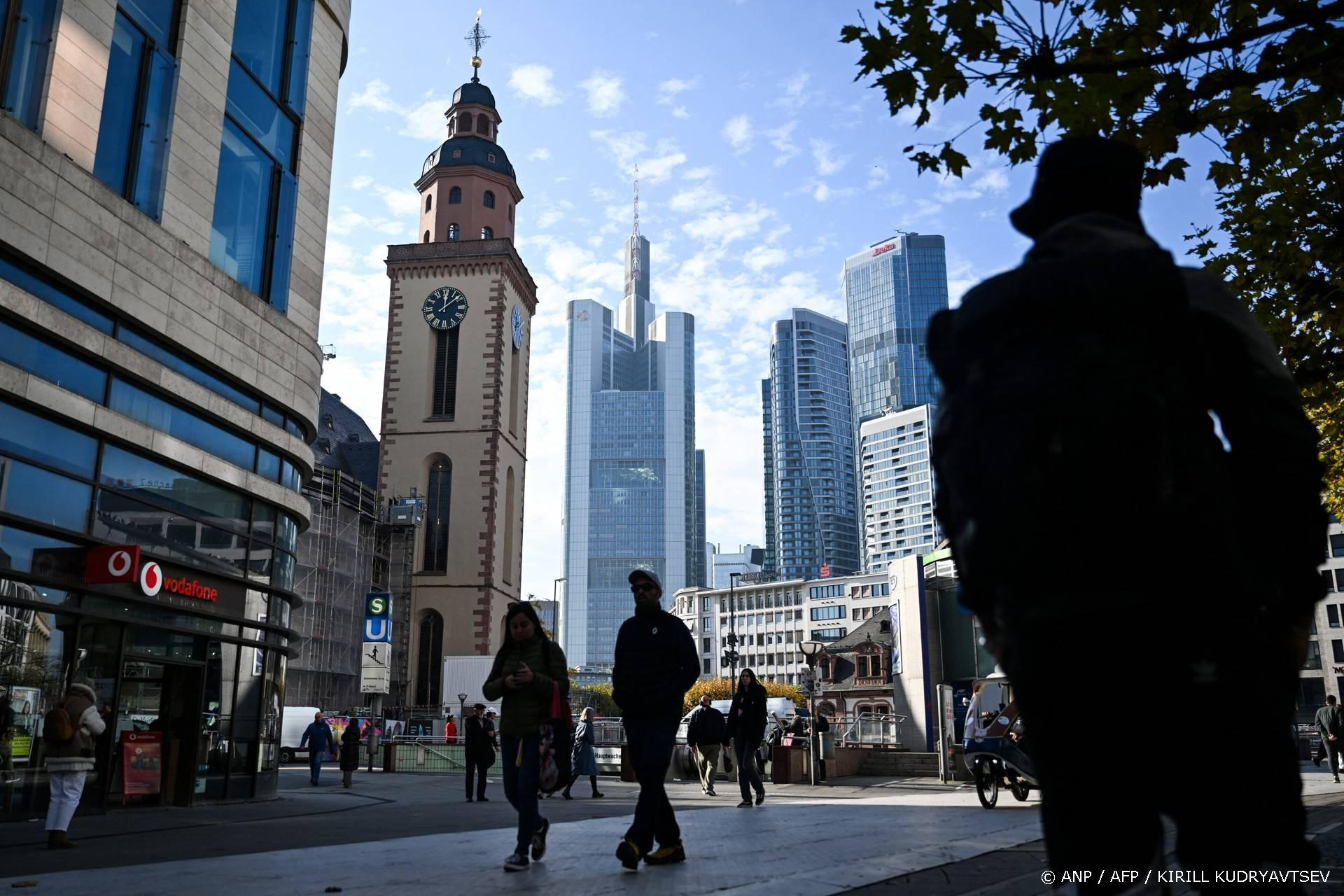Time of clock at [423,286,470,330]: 12:08
